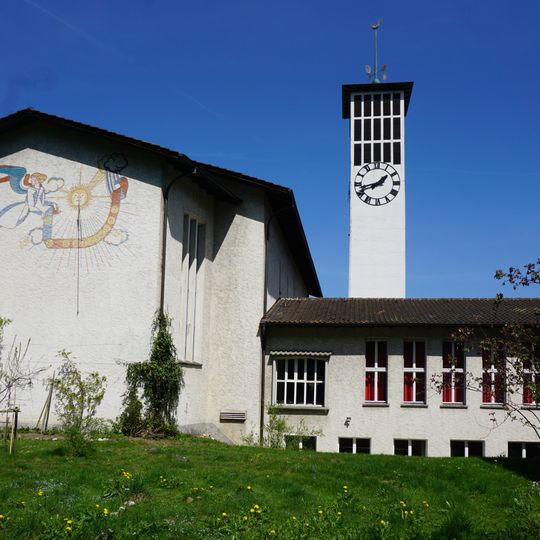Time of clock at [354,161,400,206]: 1:42
